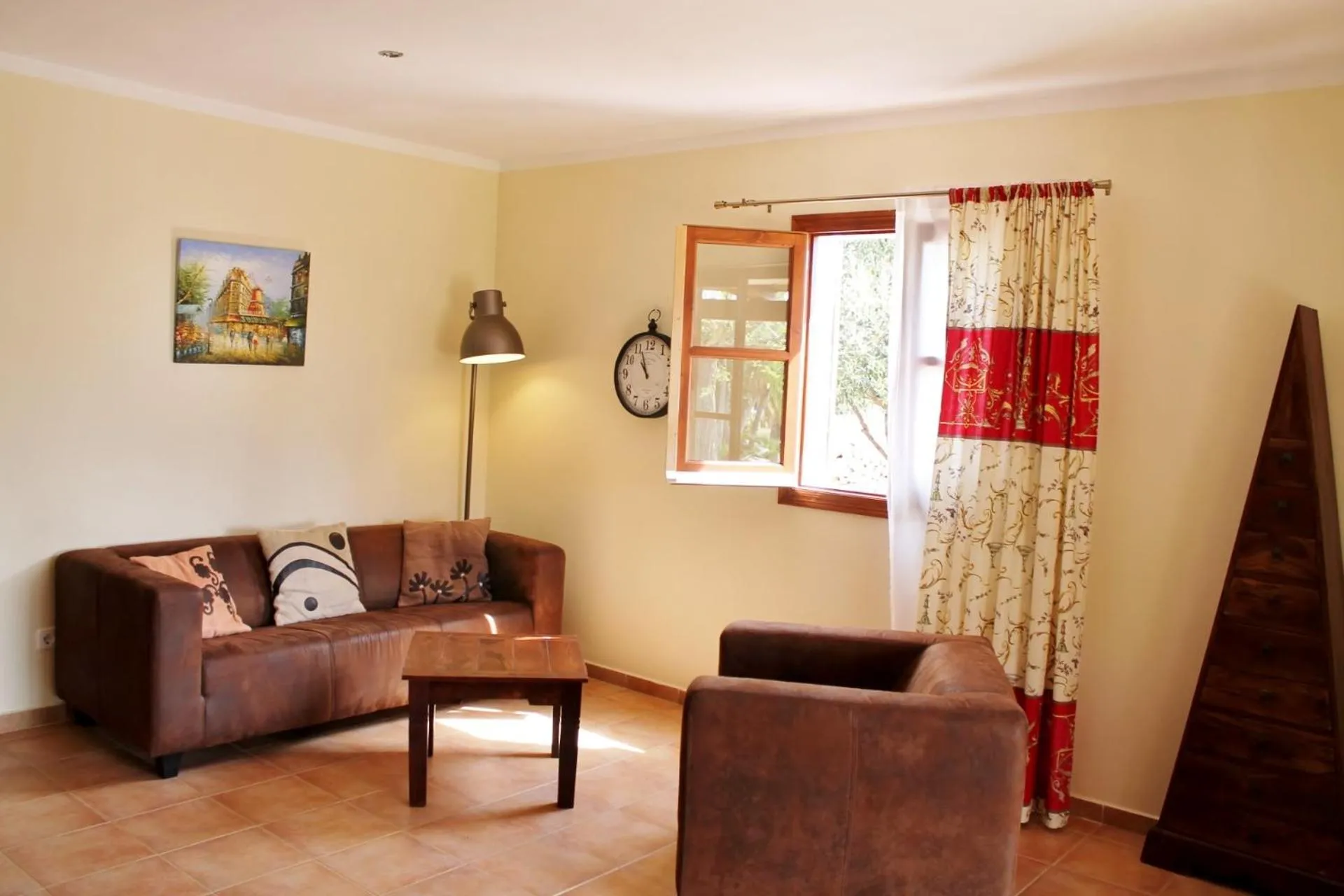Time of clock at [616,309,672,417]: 10:56
